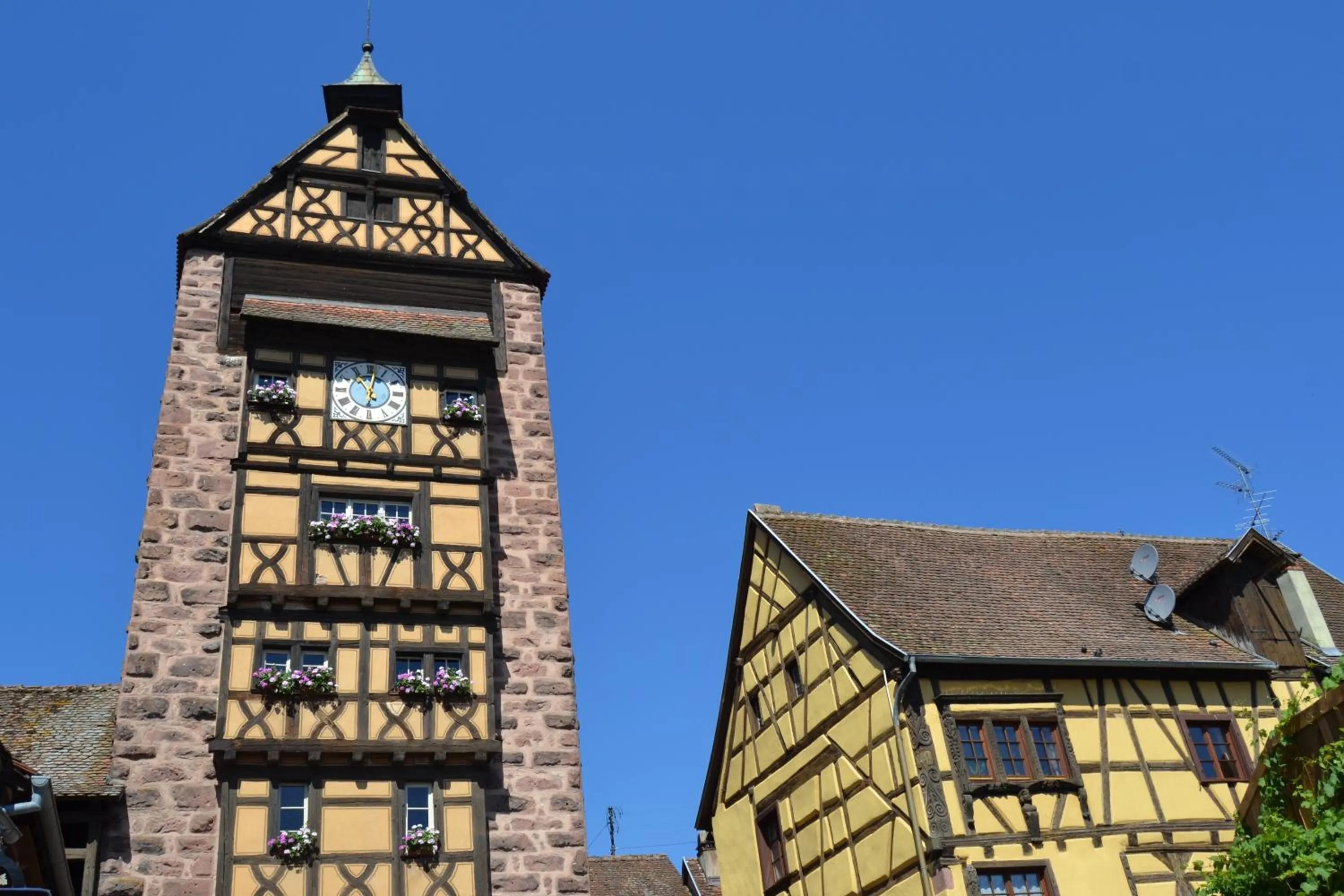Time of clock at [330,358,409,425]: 11:02
